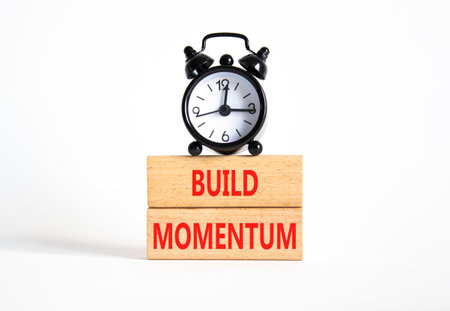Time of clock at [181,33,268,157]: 12:15
